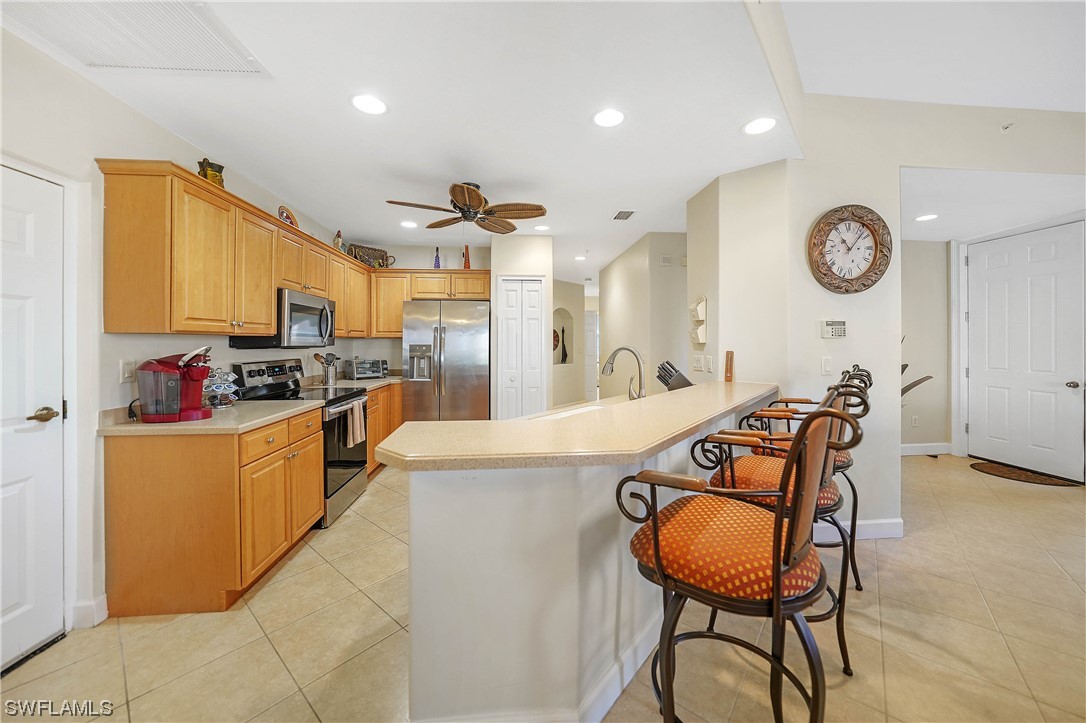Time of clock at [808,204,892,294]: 11:07
